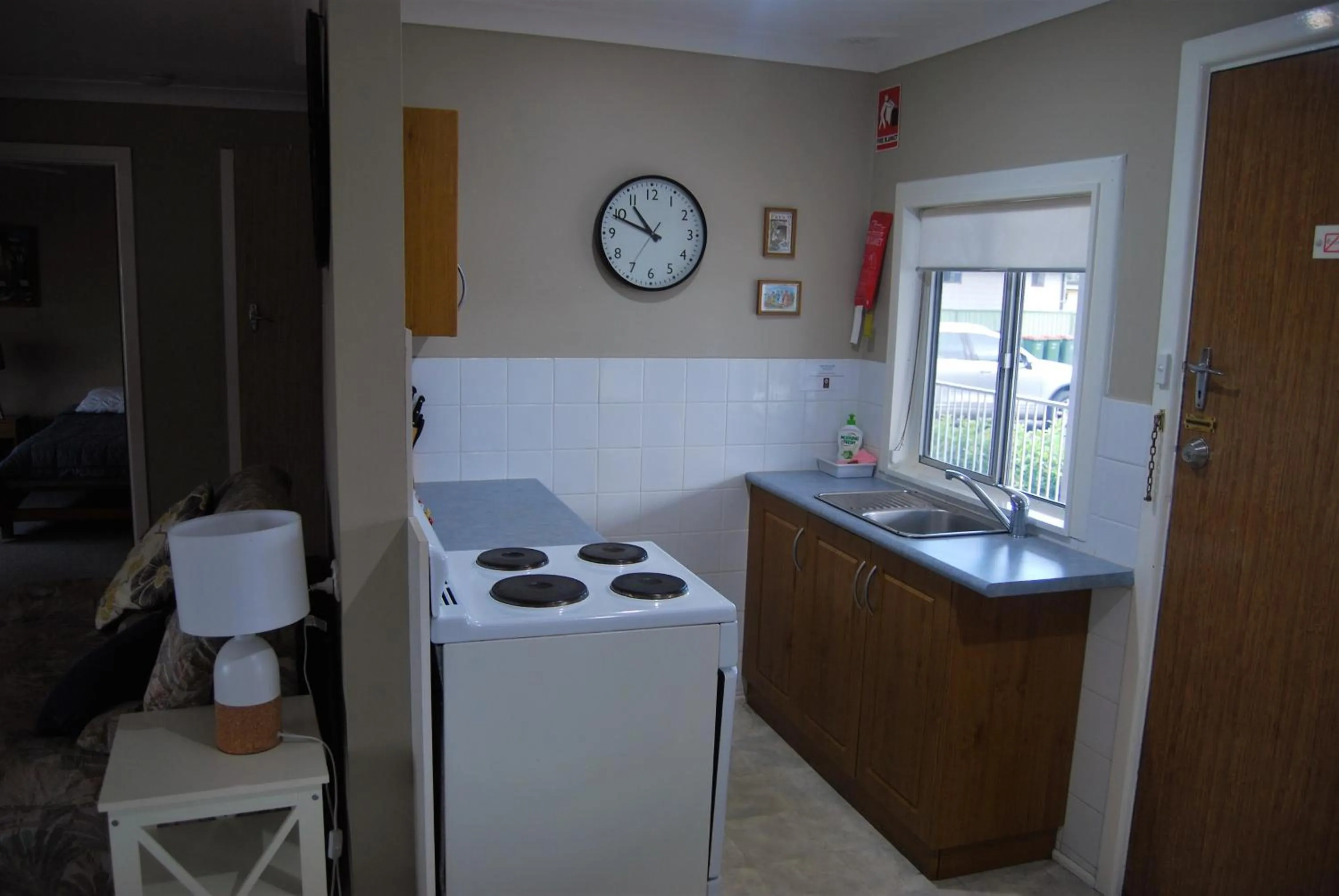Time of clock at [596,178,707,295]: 10:48
